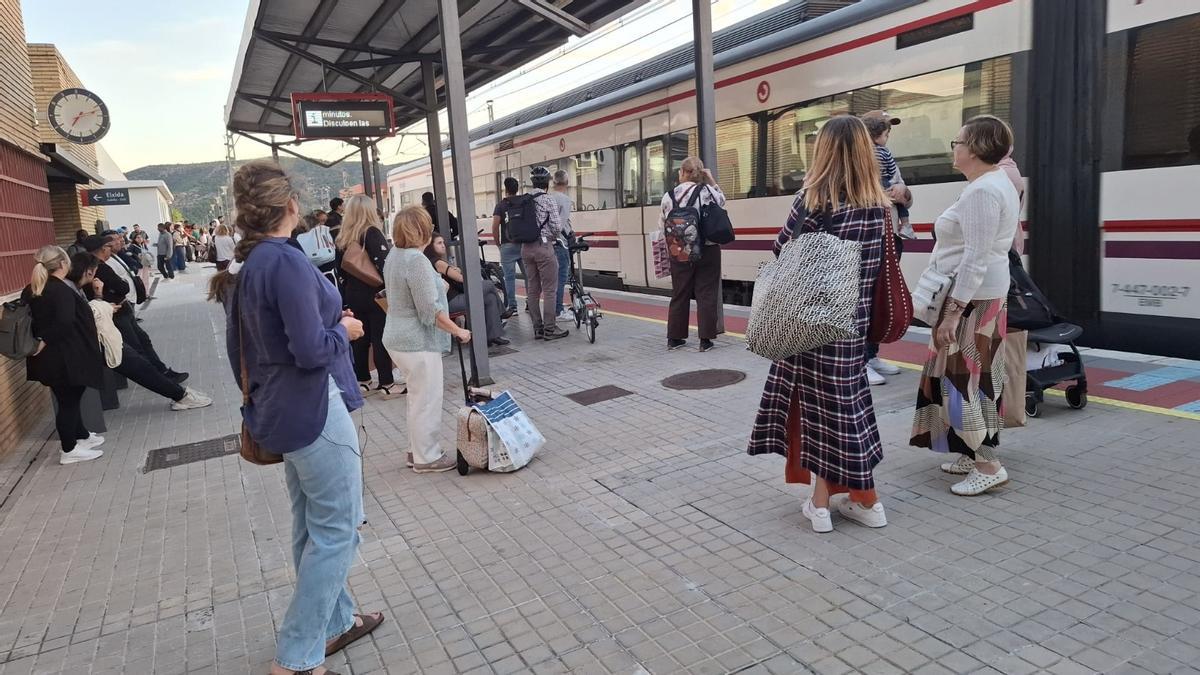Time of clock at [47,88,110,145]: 7:12
